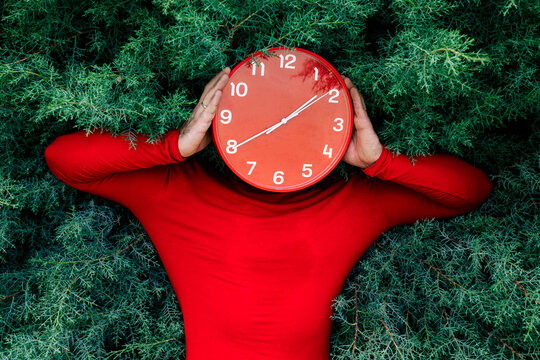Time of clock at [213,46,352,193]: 1:39
